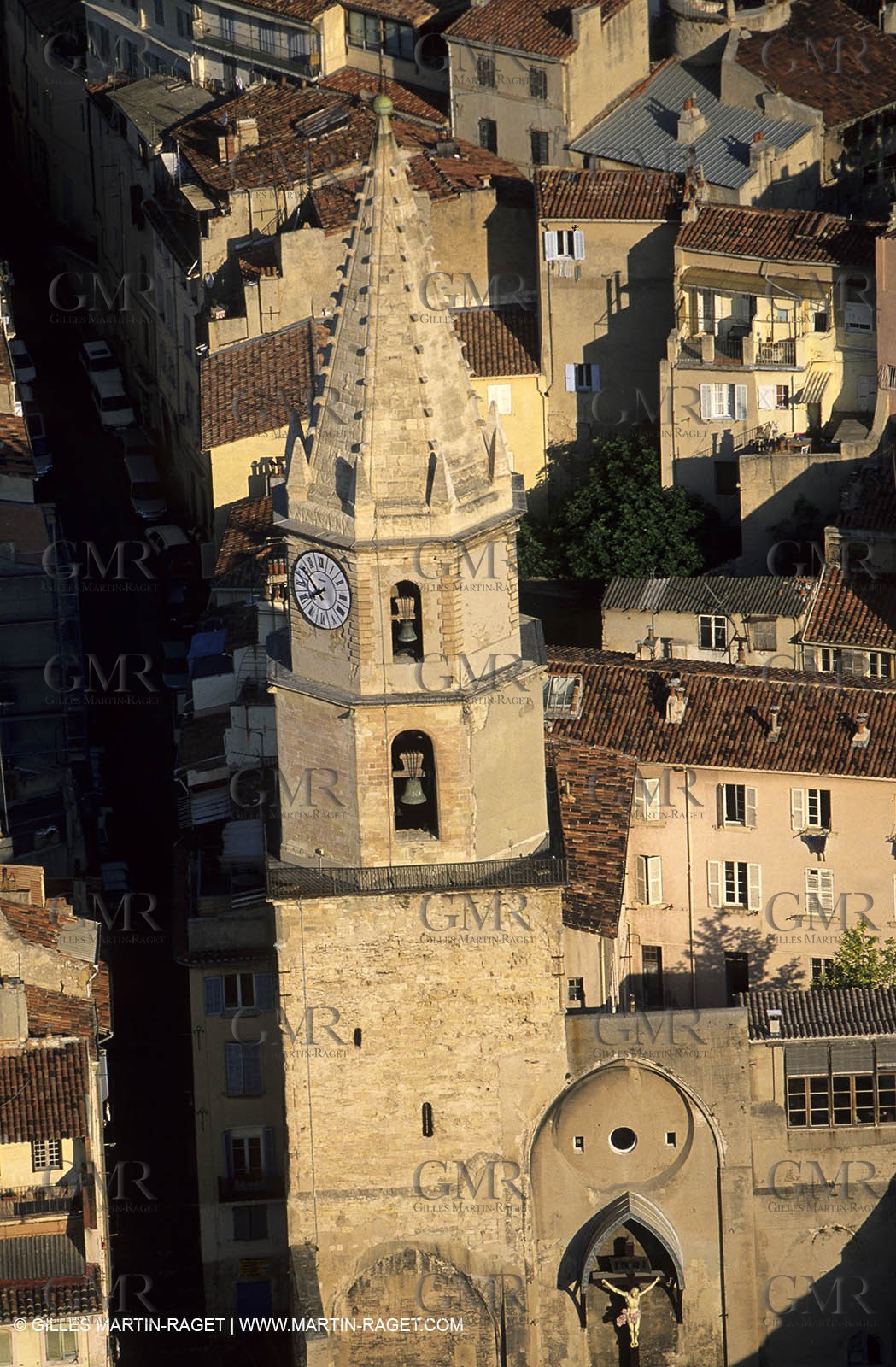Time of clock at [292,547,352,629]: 7:50
